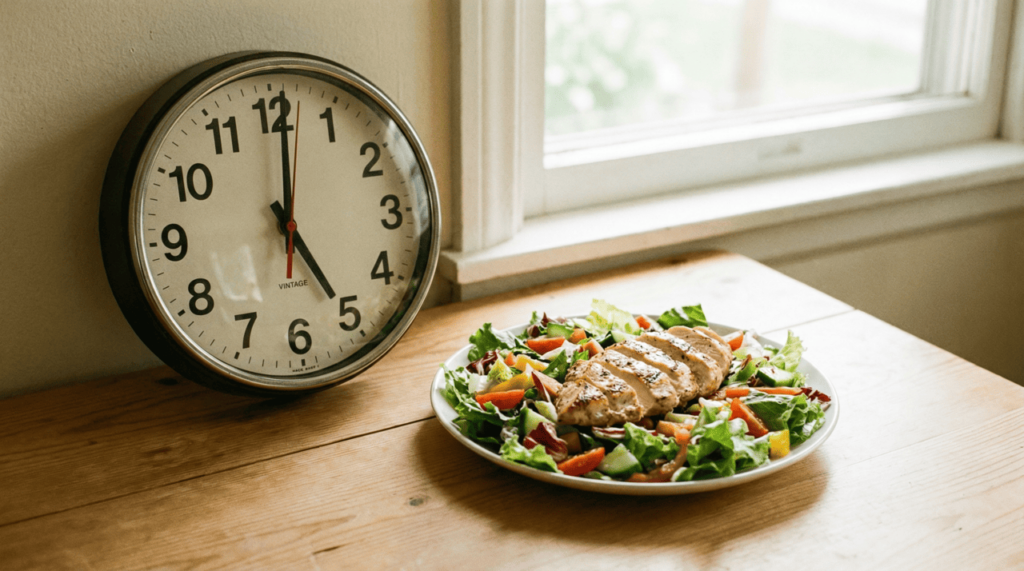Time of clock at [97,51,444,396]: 5:00
